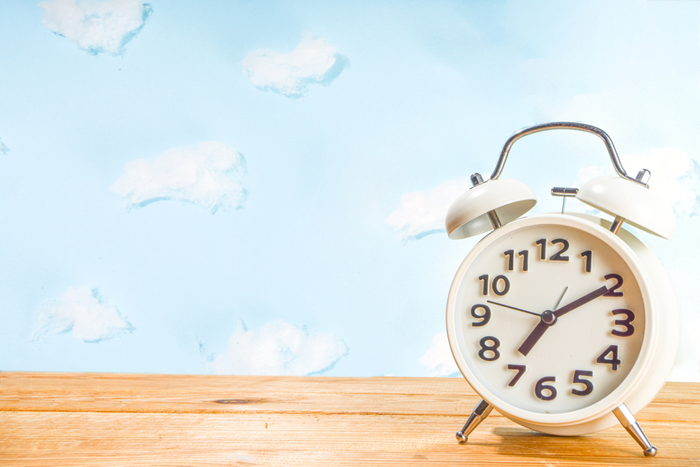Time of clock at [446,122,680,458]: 7:09
